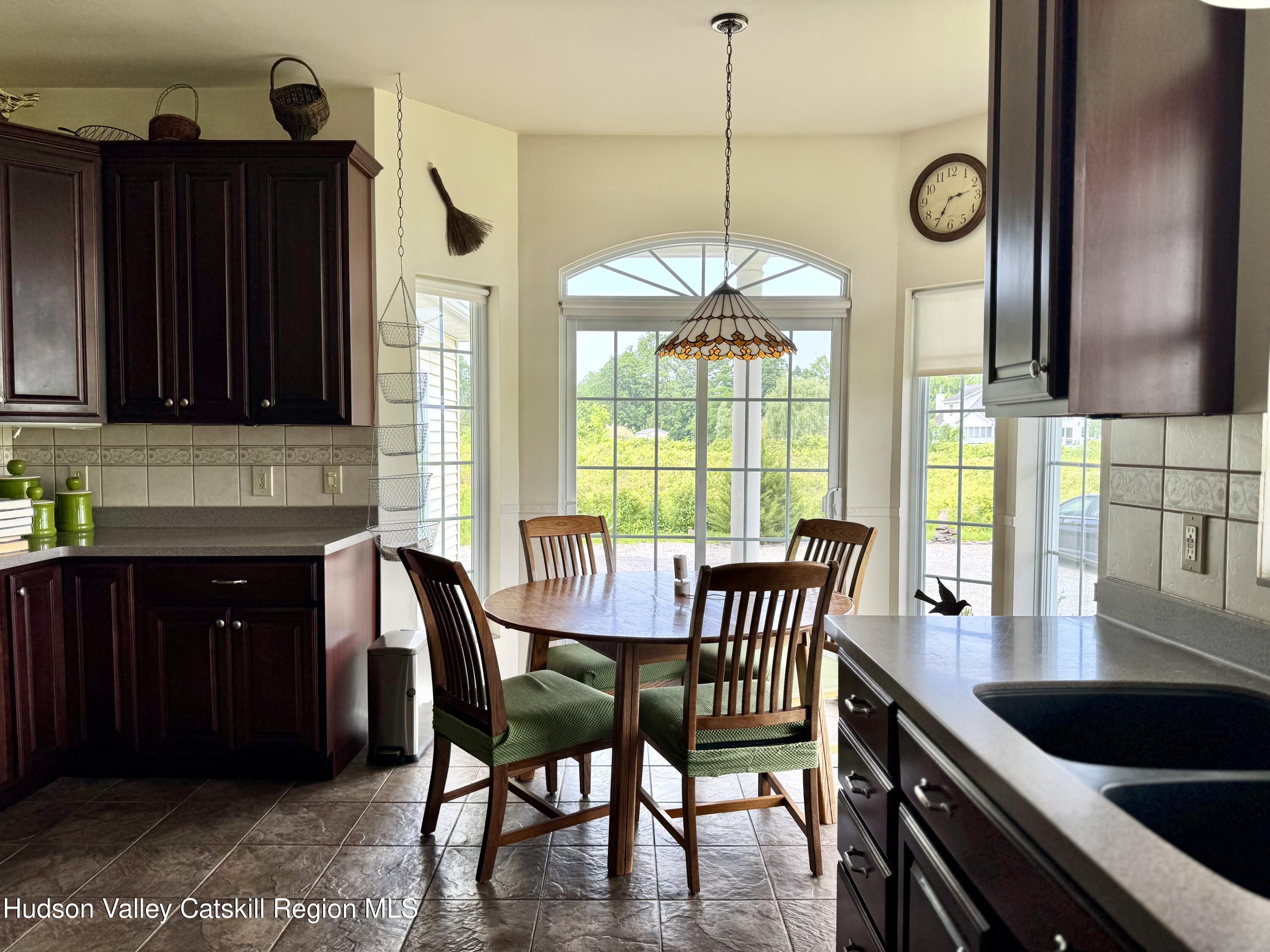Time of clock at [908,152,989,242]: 2:34
